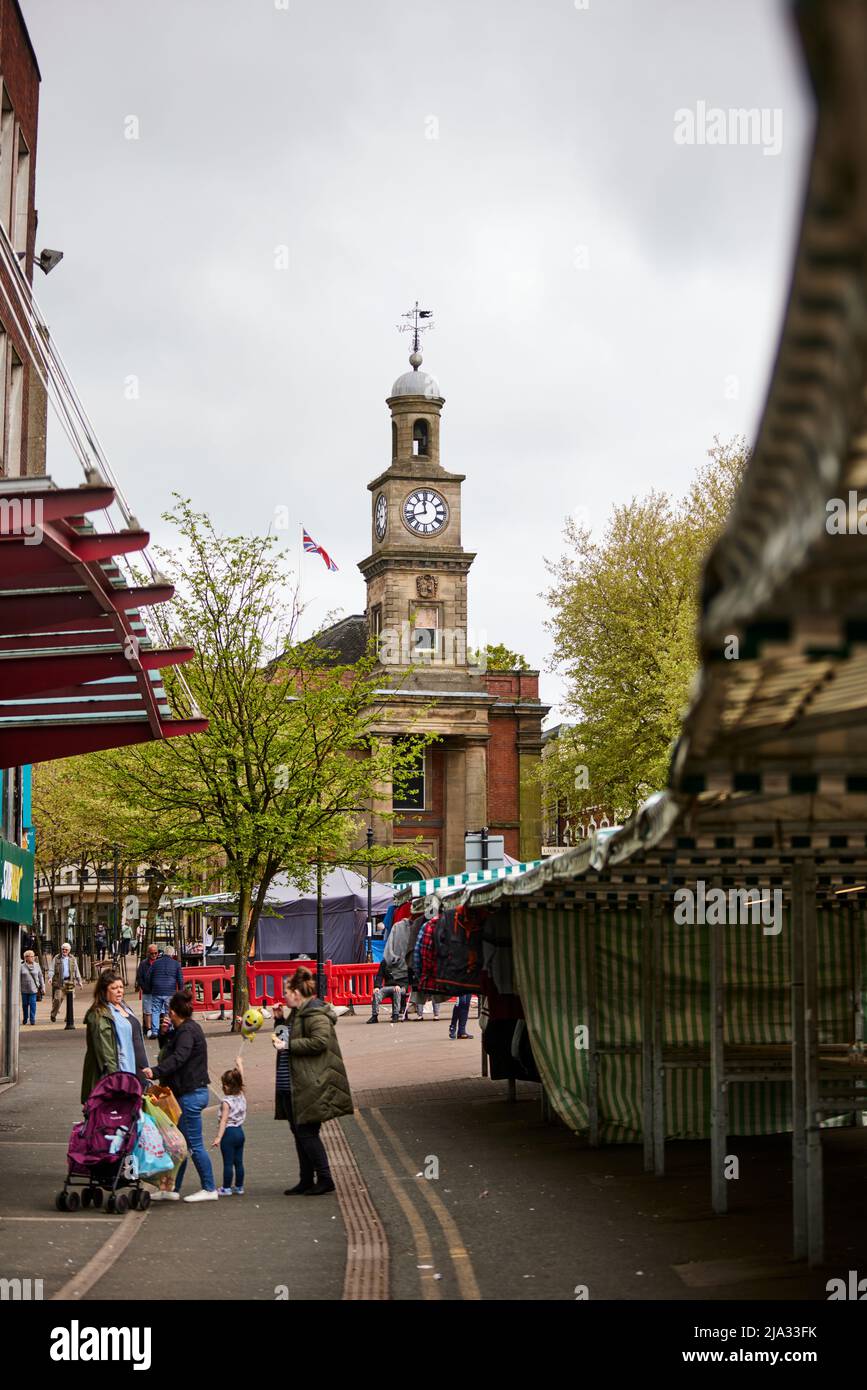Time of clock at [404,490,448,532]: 11:42
